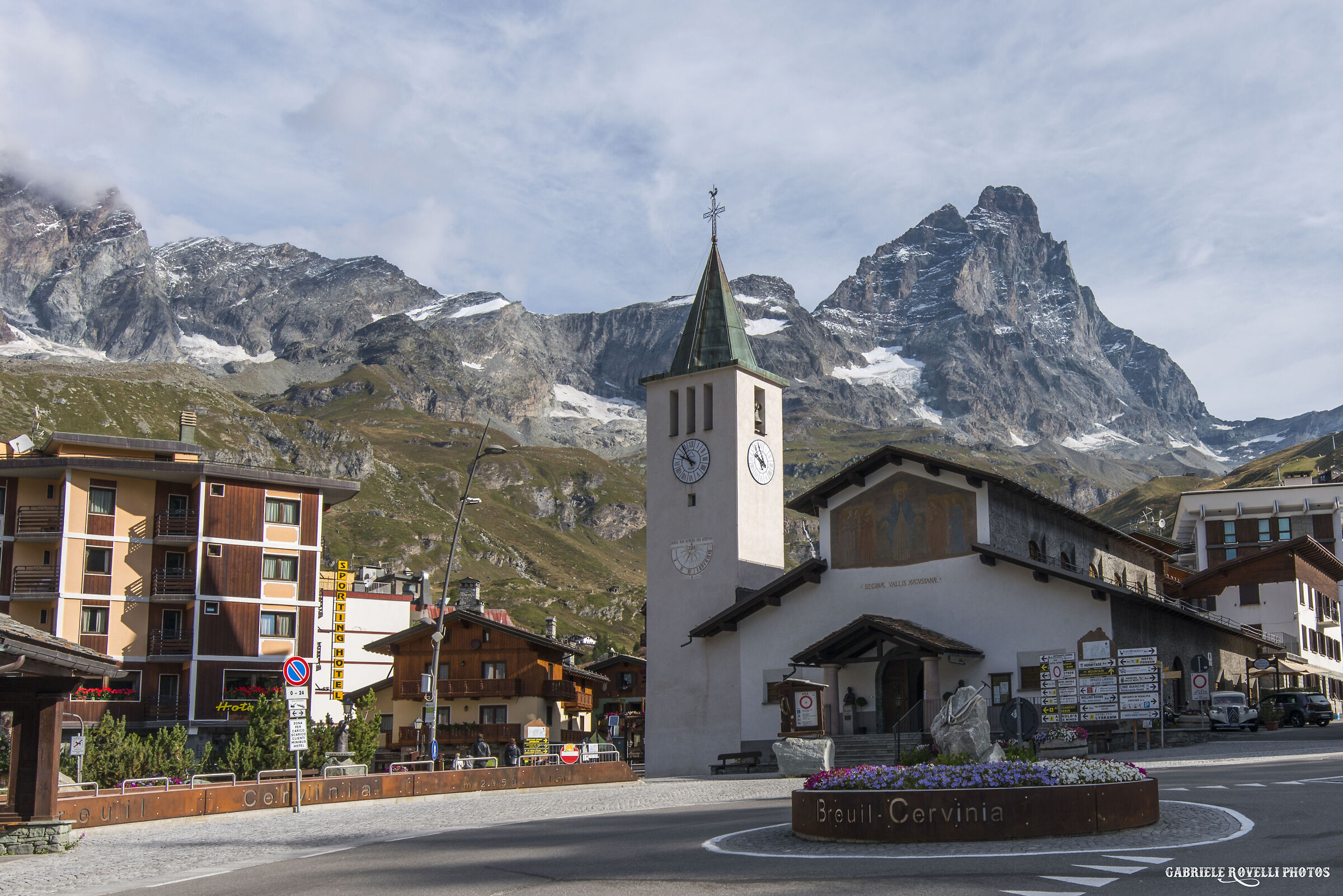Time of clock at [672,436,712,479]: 9:54
